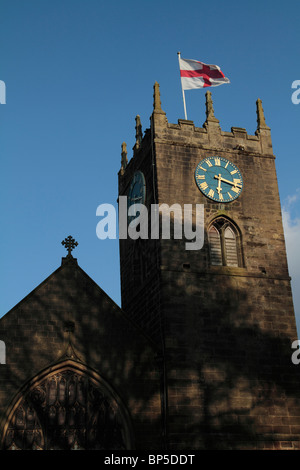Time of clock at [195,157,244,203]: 6:18
